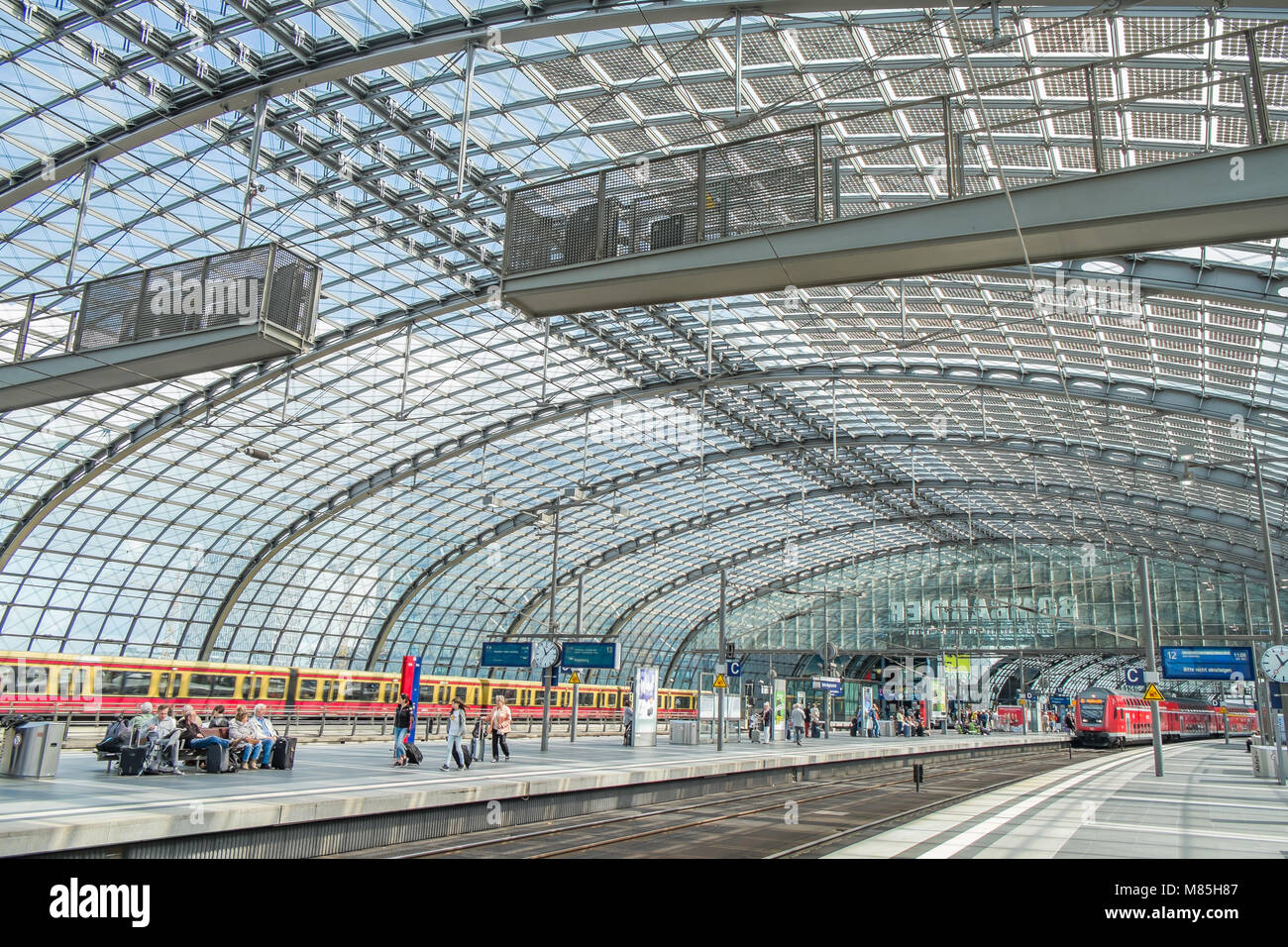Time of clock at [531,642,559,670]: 11:07
